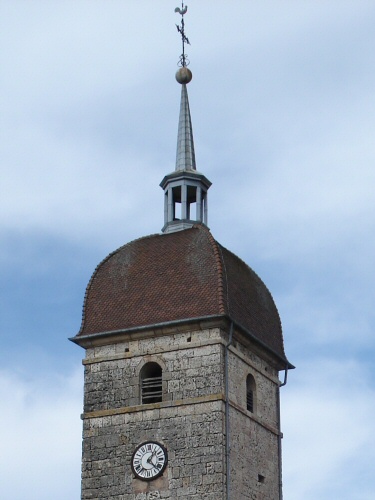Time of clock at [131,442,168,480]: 1:22
